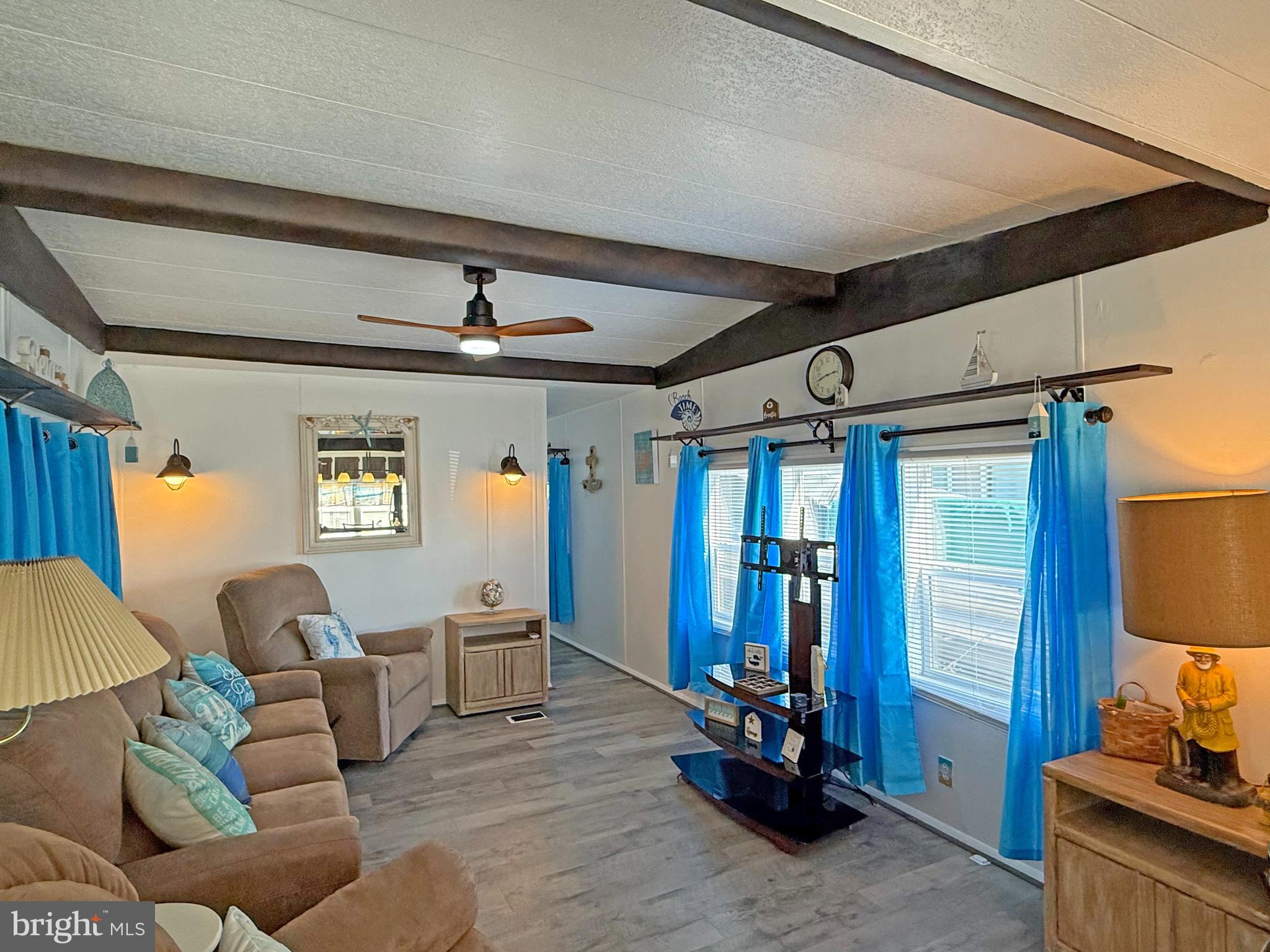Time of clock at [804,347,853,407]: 2:42
